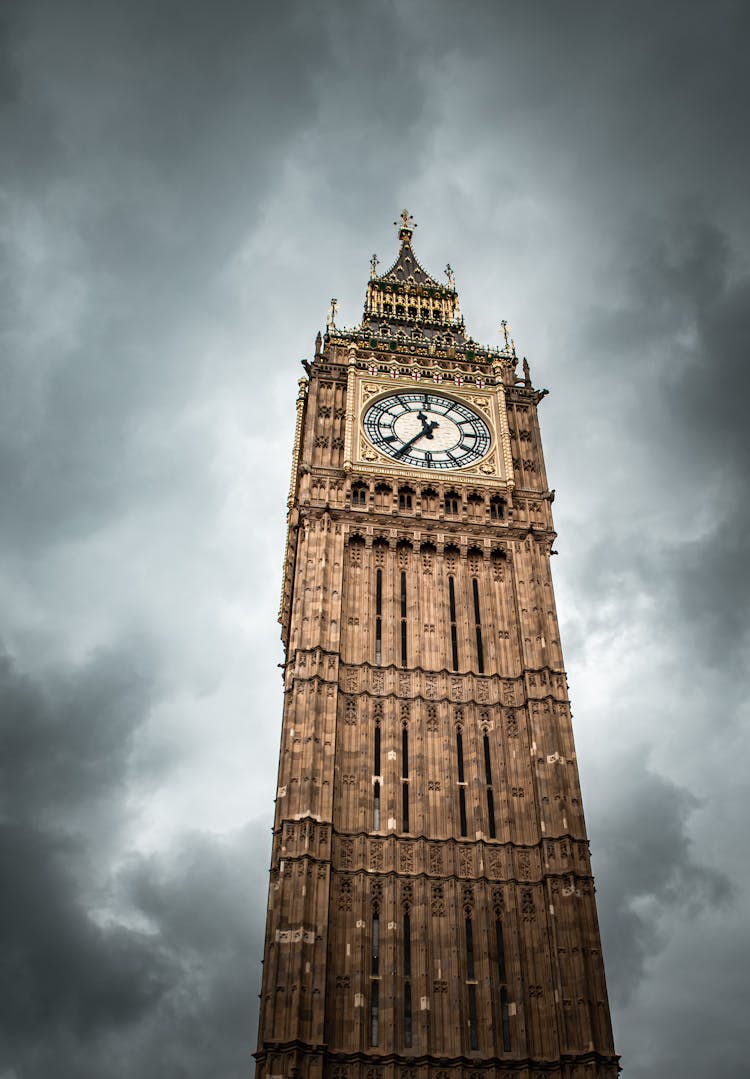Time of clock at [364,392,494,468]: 11:35
